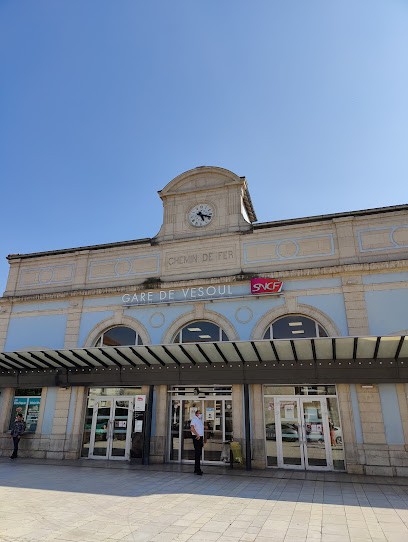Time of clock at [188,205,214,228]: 5:17
